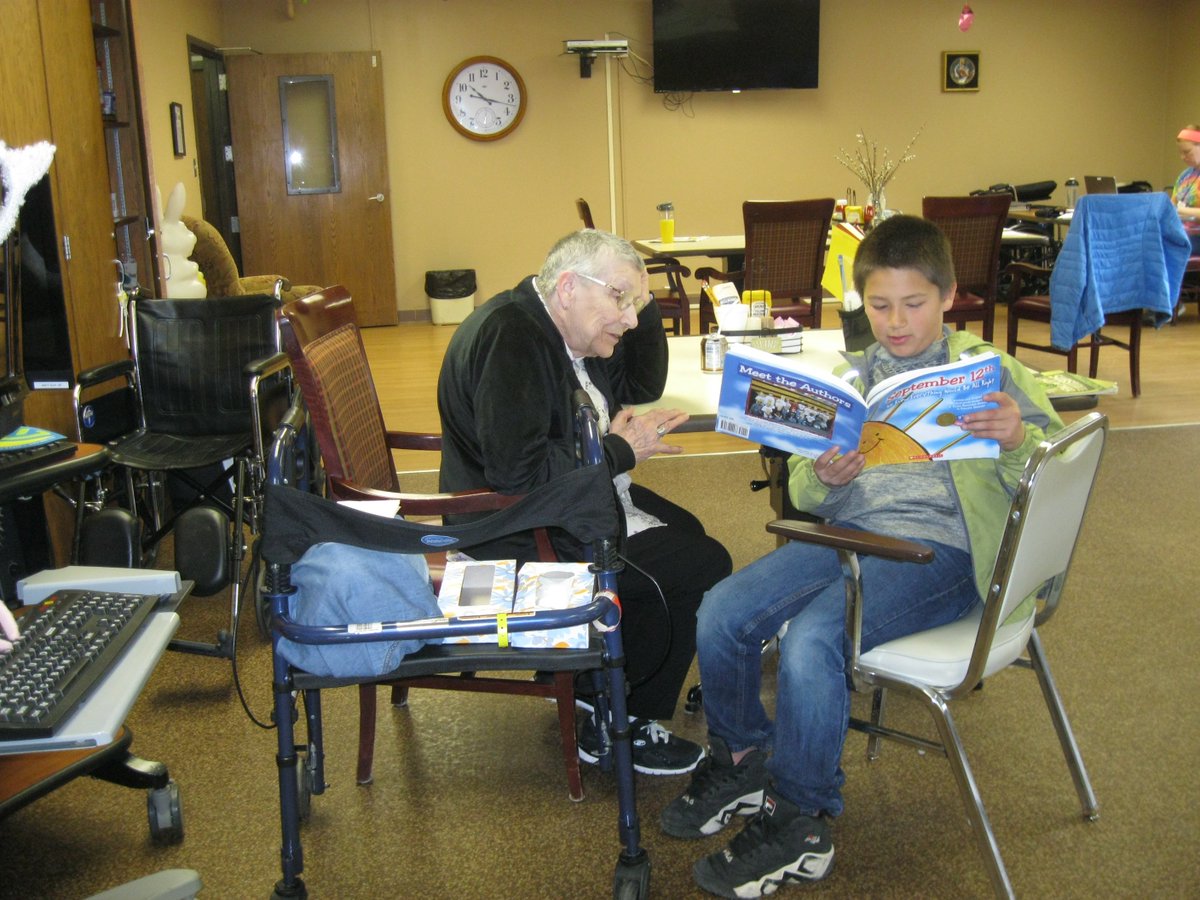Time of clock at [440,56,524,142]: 10:17
